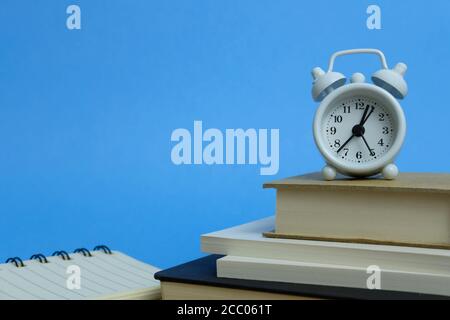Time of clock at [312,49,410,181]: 12:37
